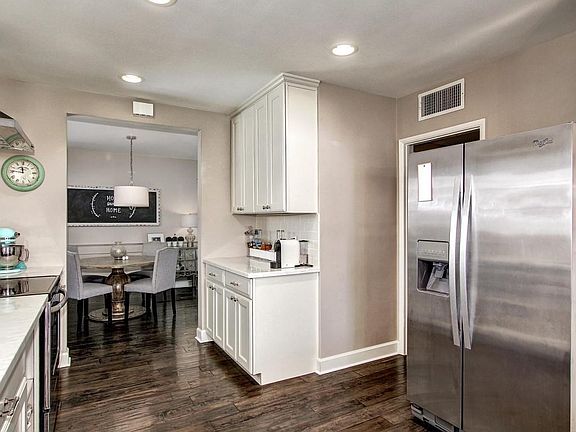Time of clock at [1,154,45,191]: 11:46
